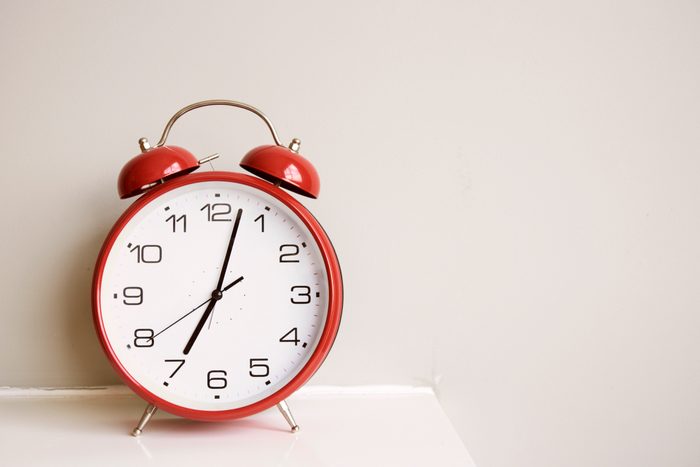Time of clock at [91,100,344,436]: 7:02
